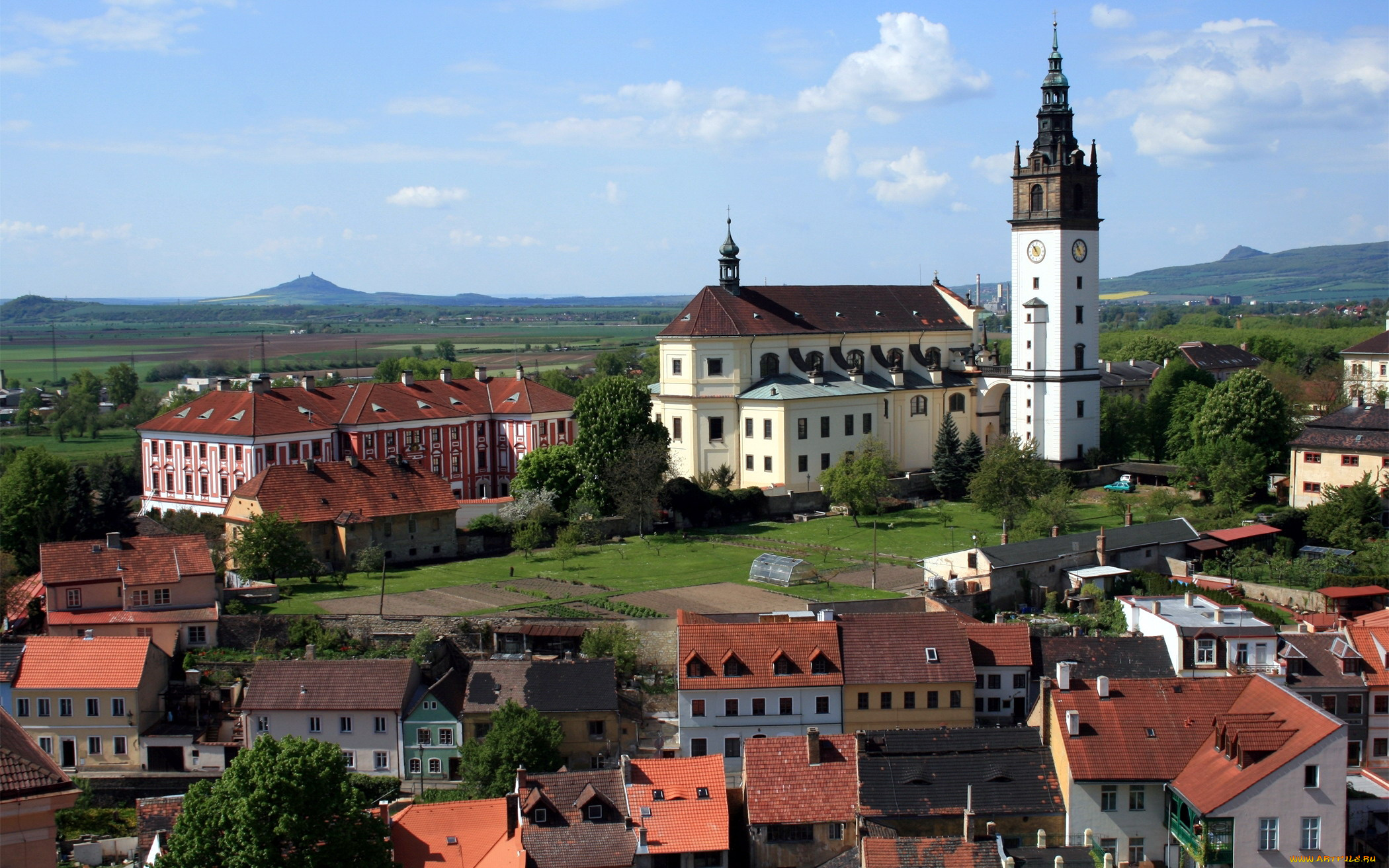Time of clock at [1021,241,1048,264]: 10:53
